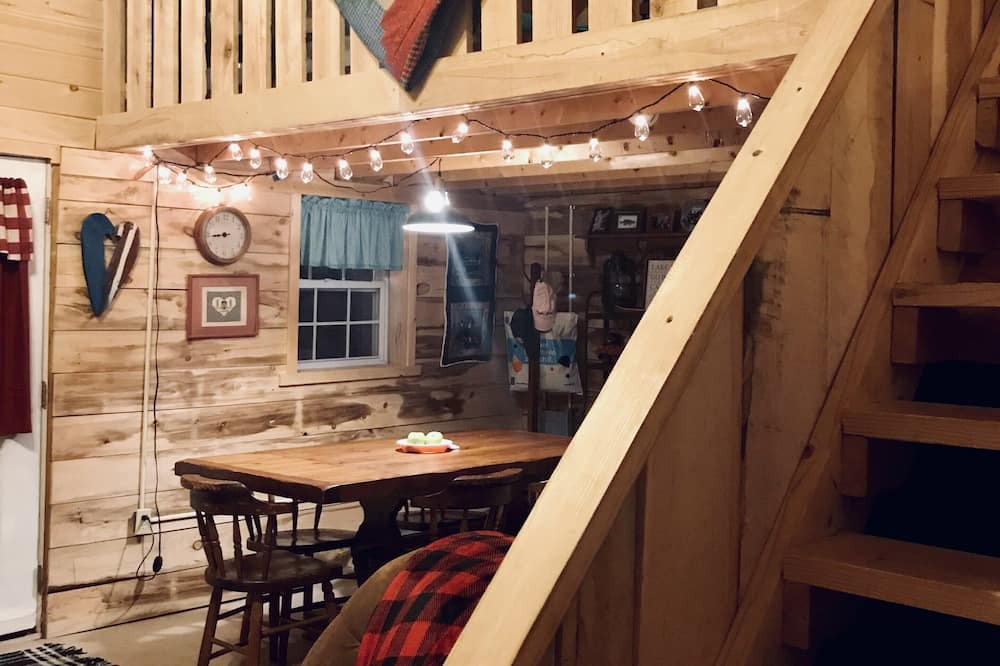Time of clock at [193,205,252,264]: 8:43
